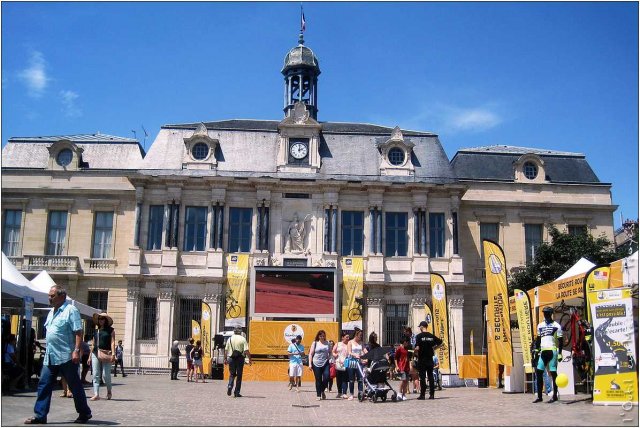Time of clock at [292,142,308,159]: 2:01
